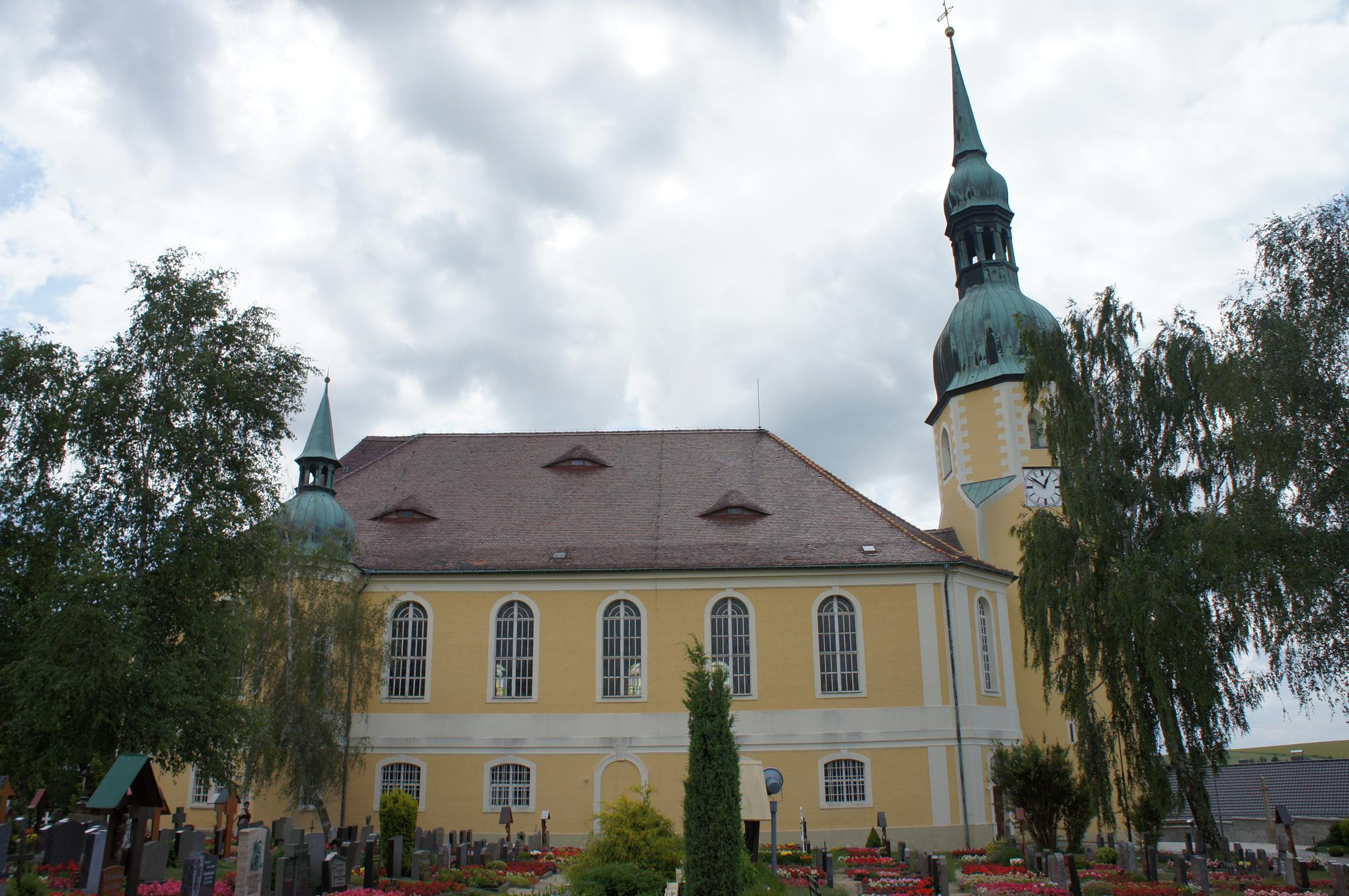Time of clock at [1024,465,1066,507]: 12:51
